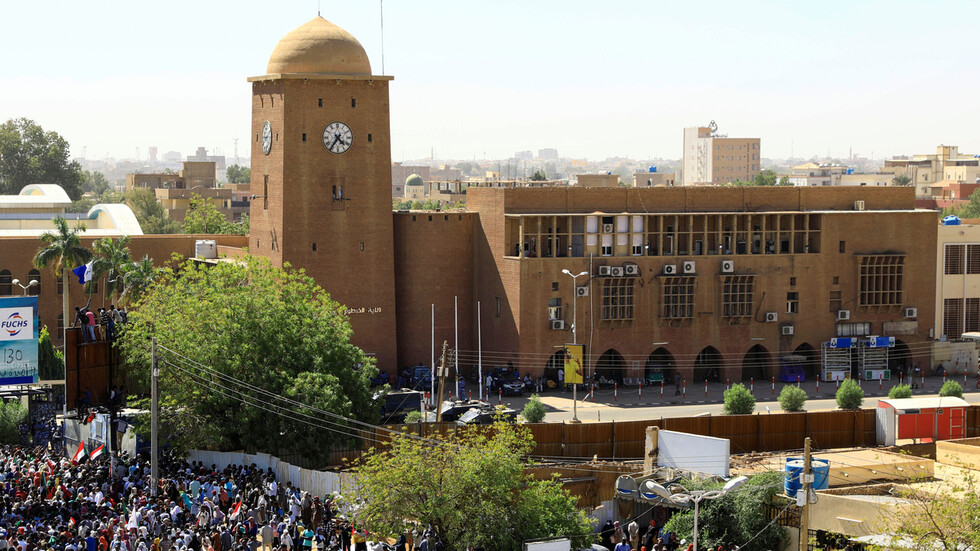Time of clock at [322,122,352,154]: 4:35
